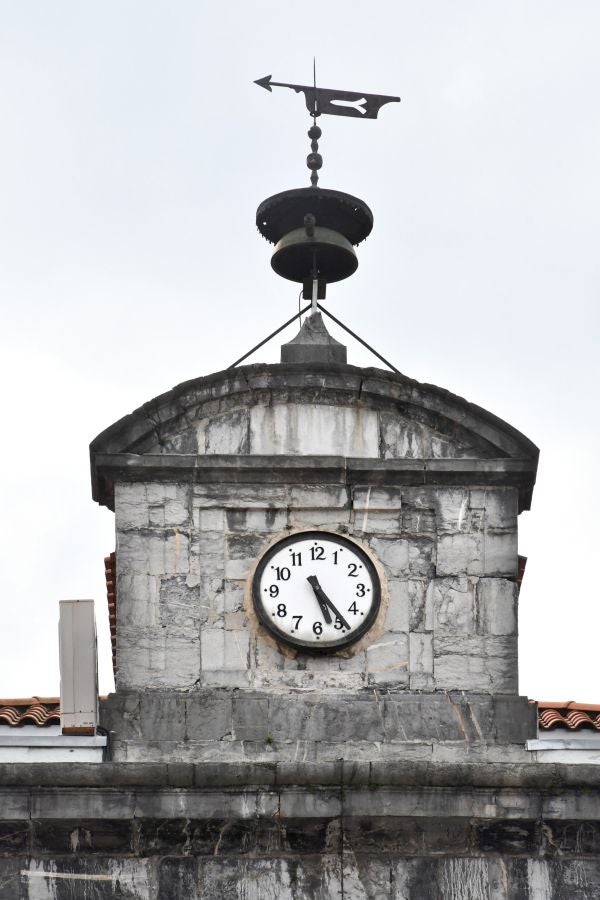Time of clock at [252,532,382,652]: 5:24
